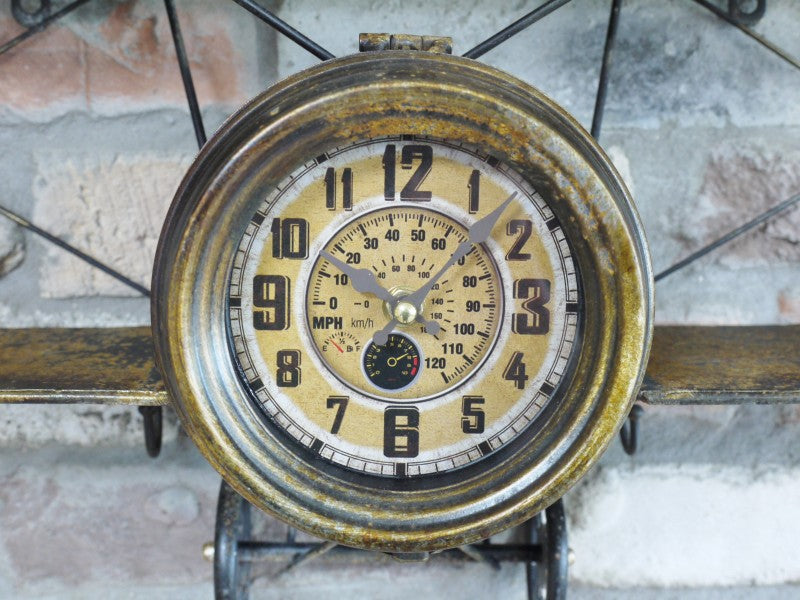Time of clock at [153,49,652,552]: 7:07
